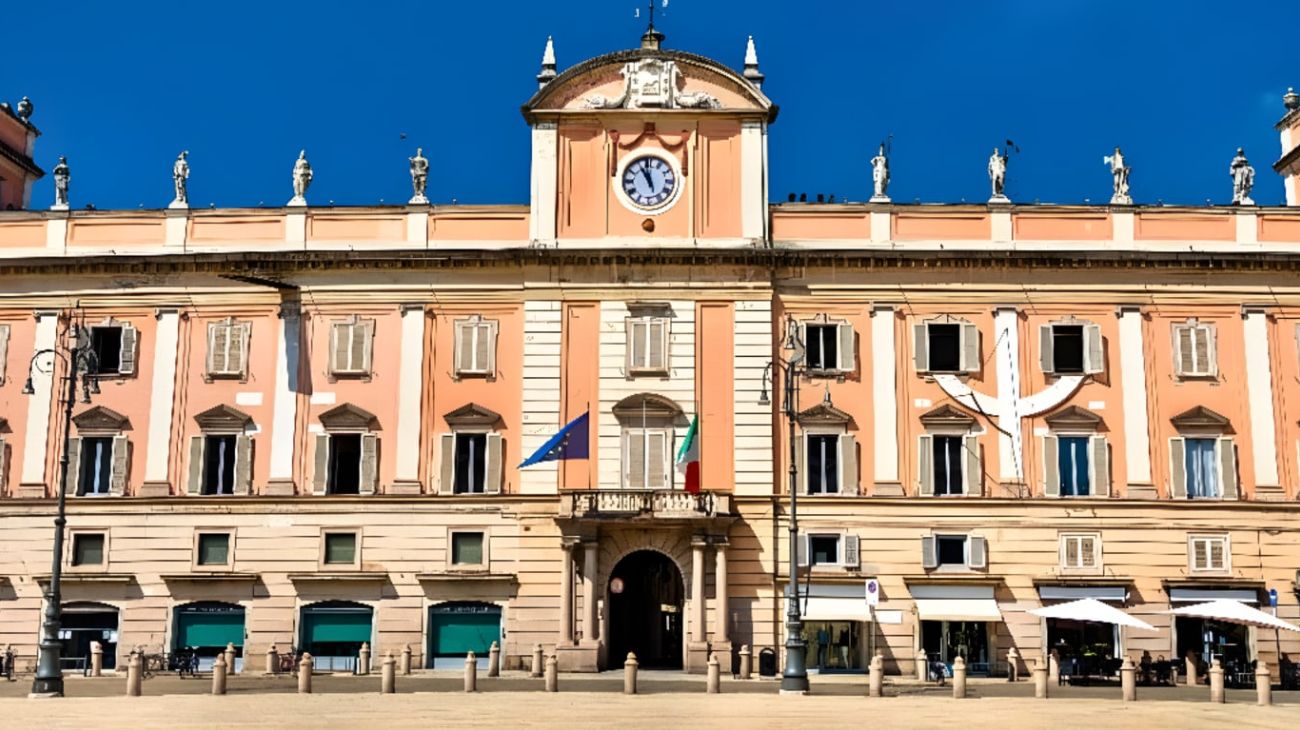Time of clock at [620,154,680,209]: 10:58
